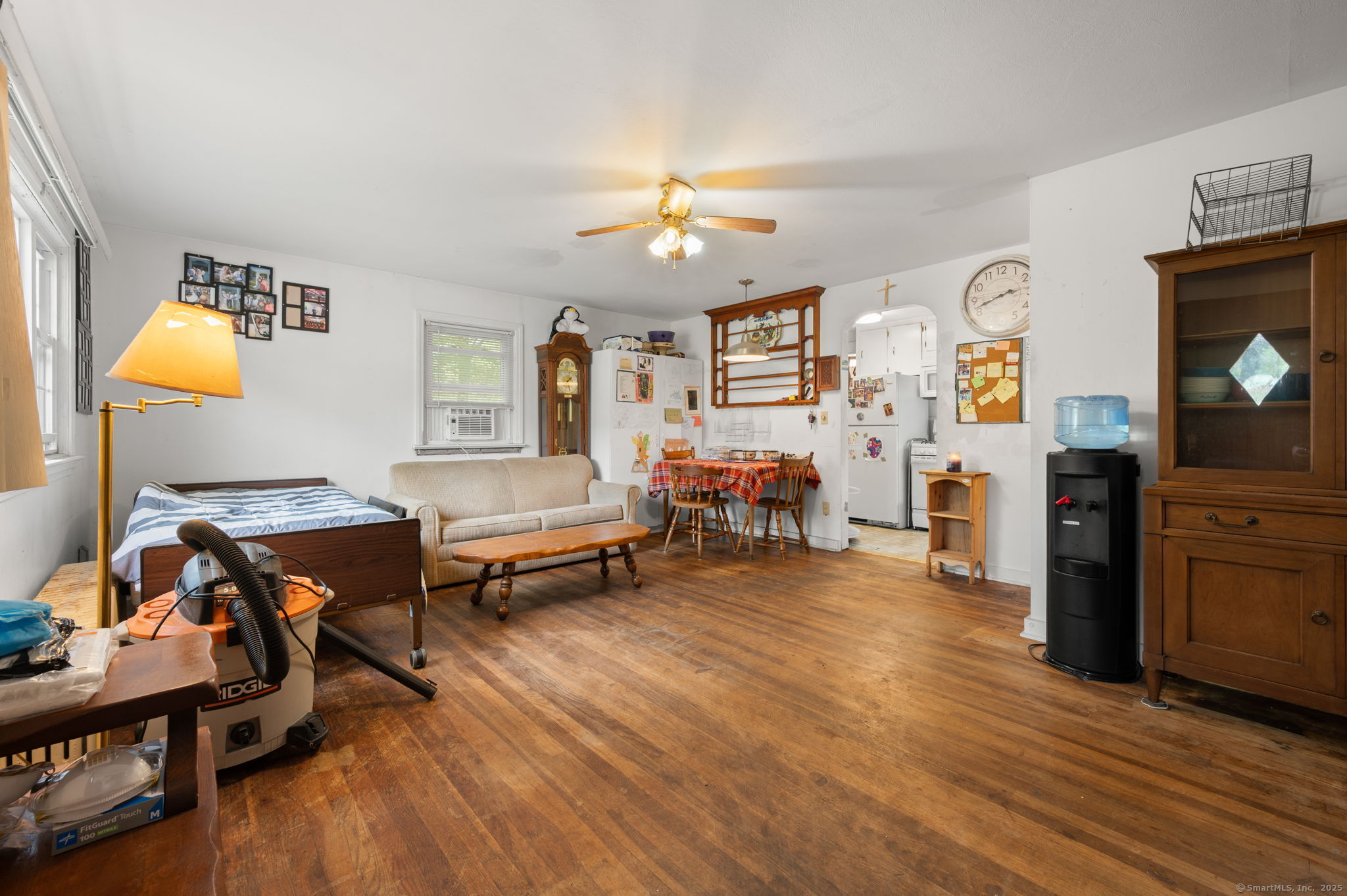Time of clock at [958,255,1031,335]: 2:42
